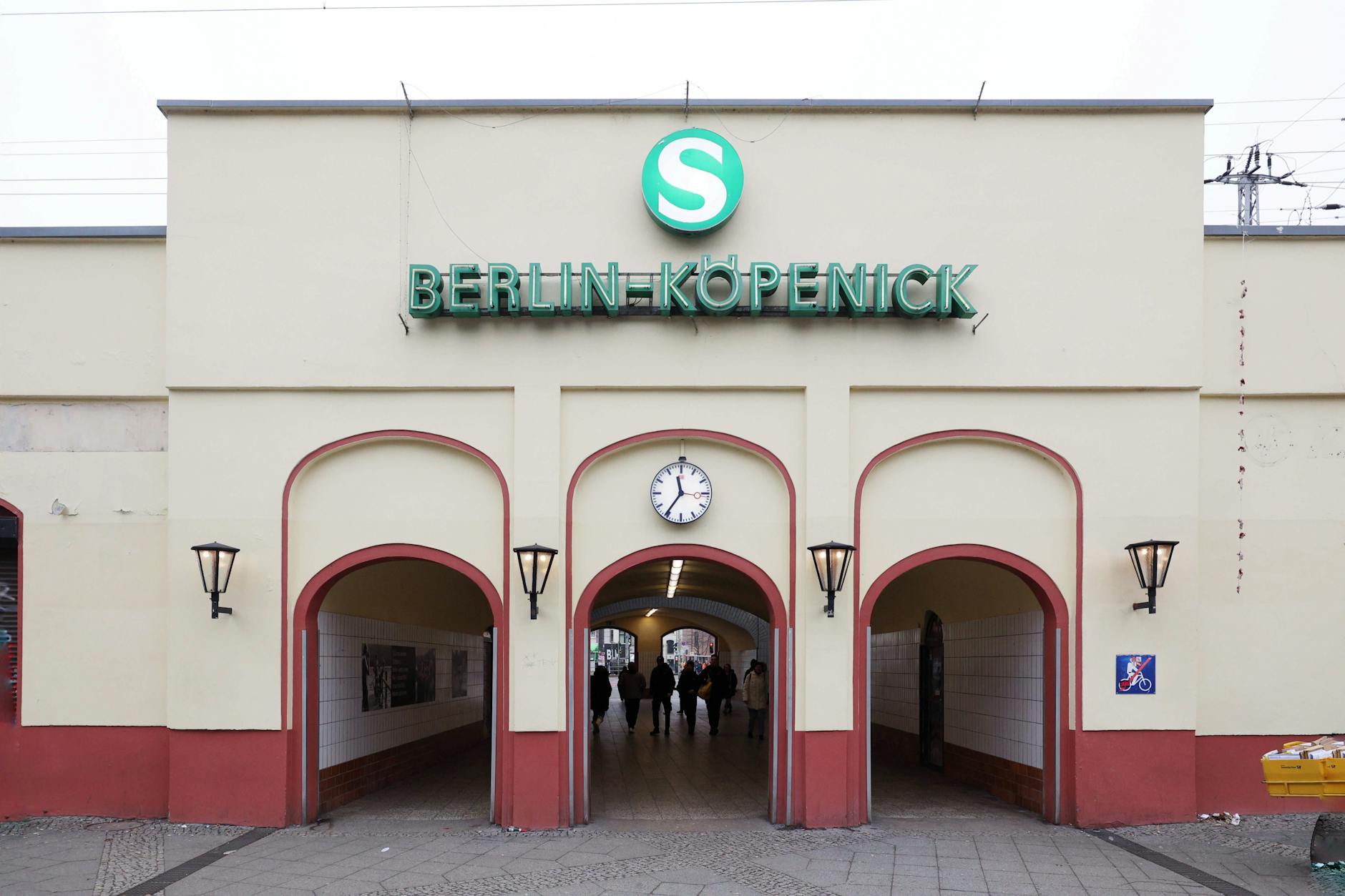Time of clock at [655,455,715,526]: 11:35
